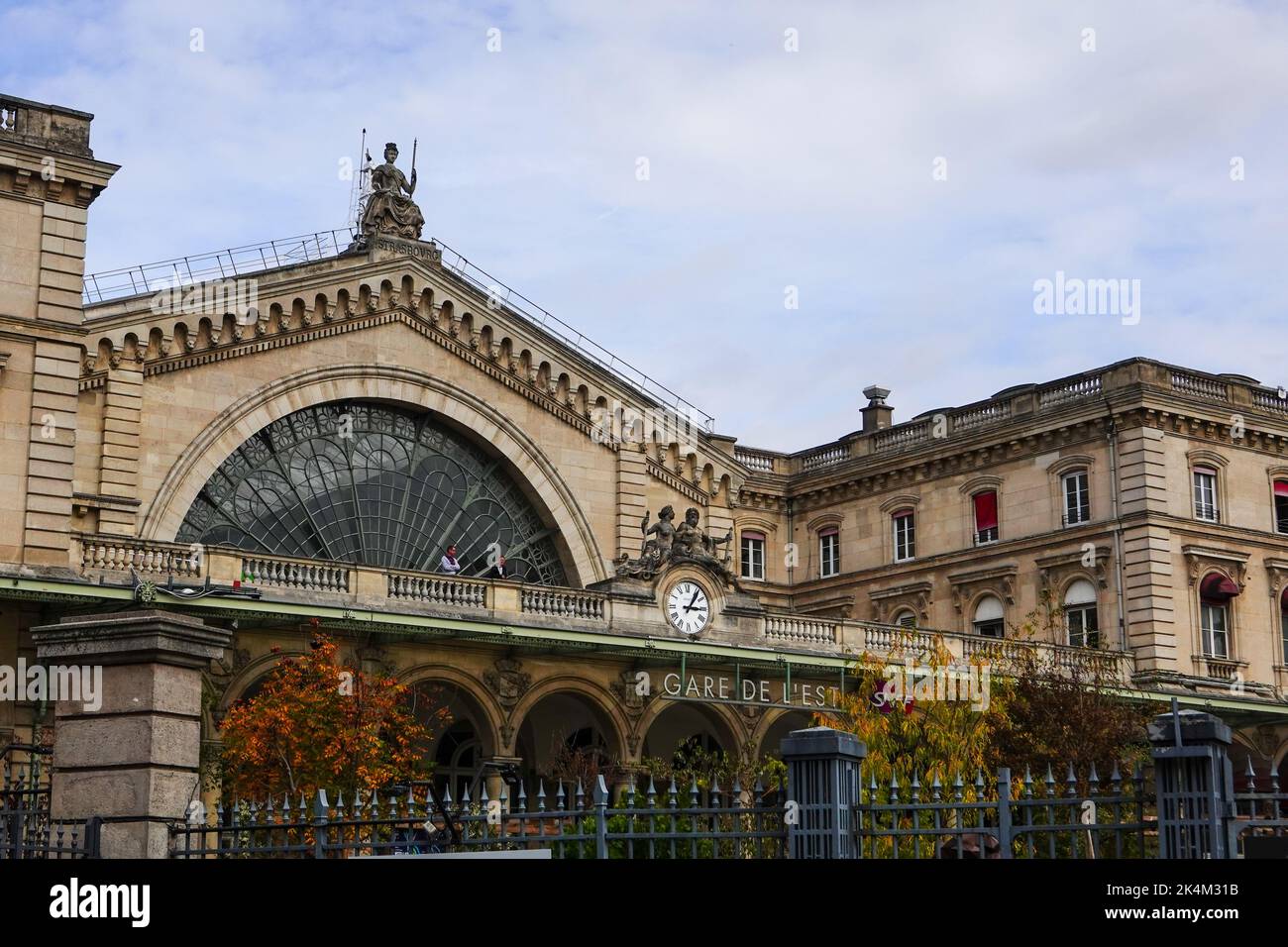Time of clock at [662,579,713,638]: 3:05
